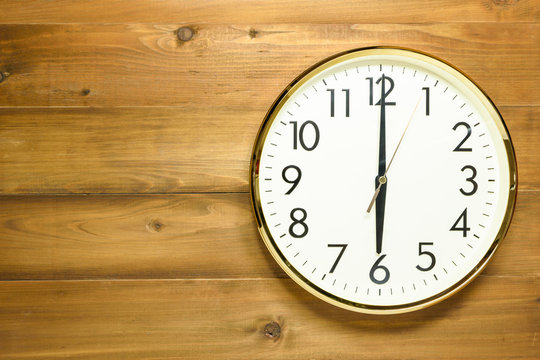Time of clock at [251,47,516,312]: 6:00
